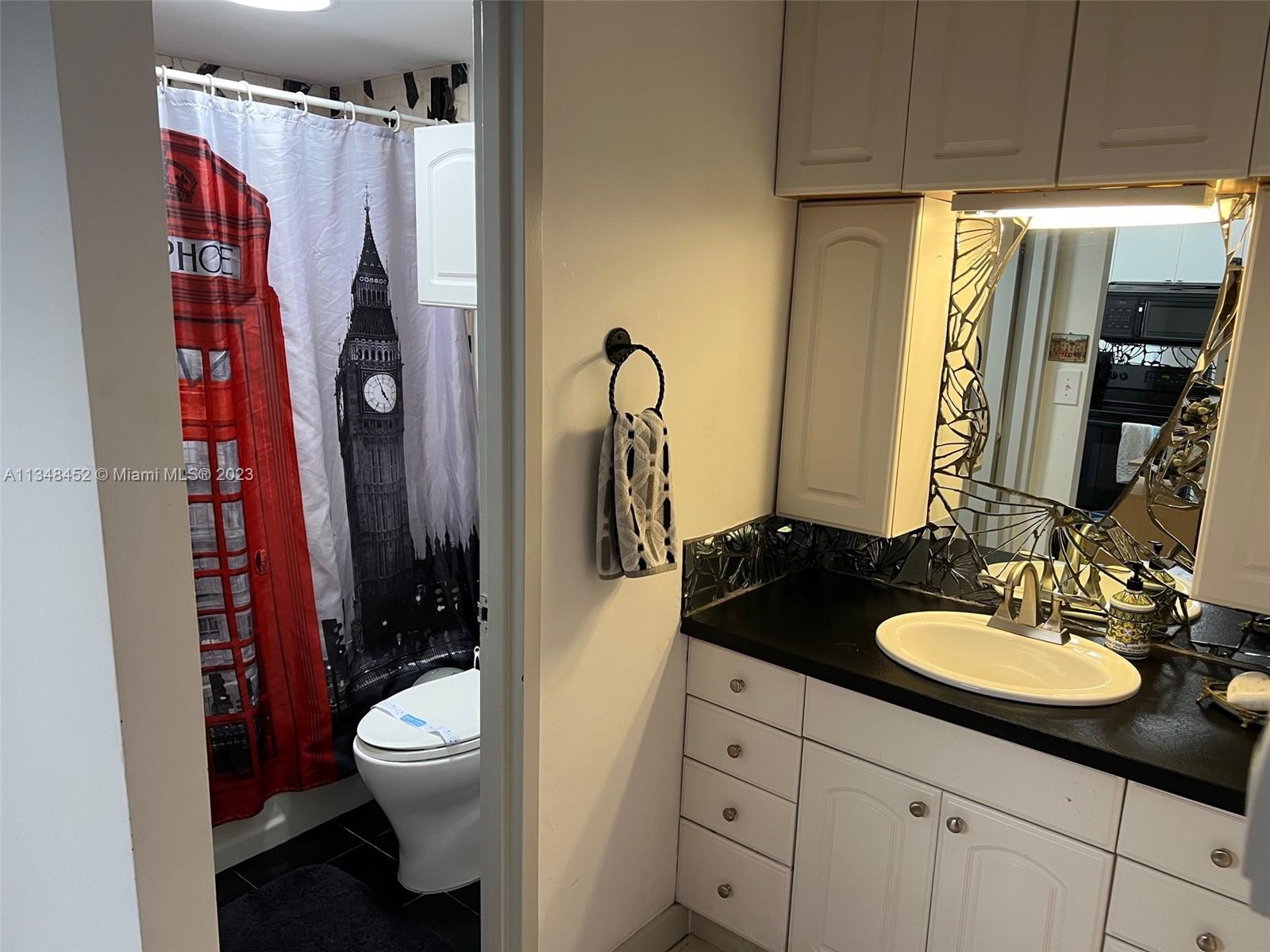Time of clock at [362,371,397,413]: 4:56
